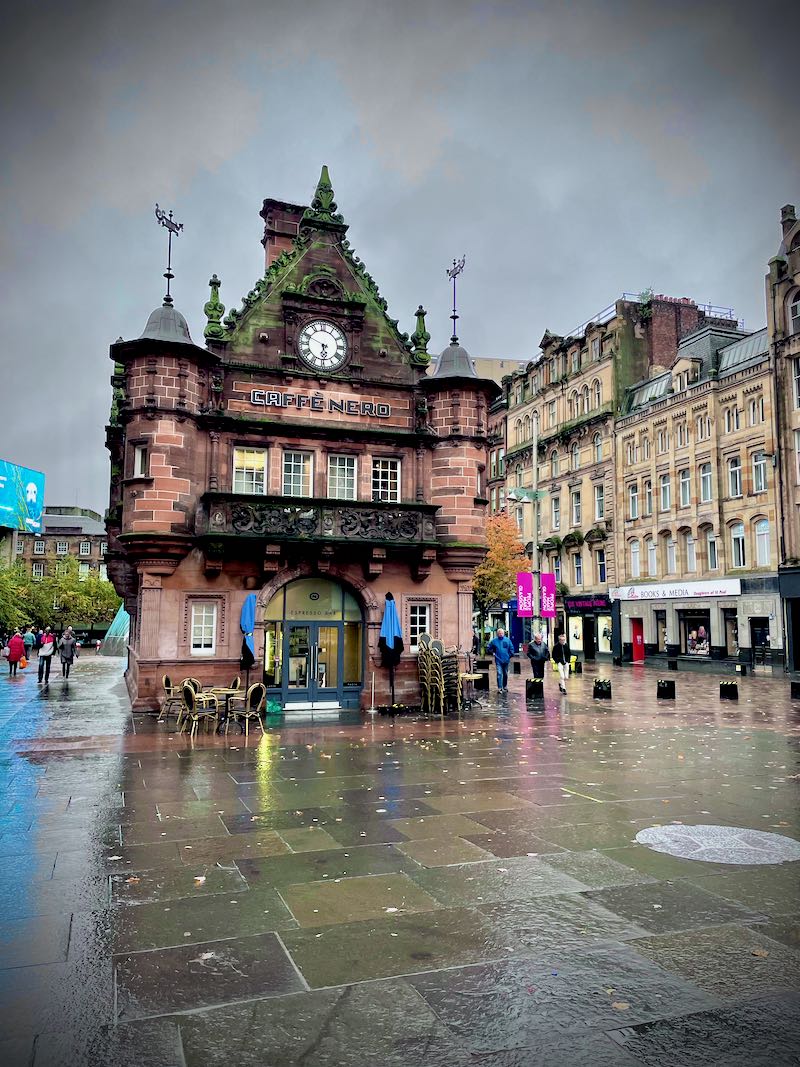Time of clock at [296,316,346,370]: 5:49
